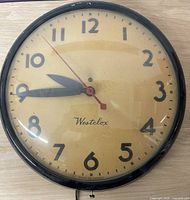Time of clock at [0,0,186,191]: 9:44
